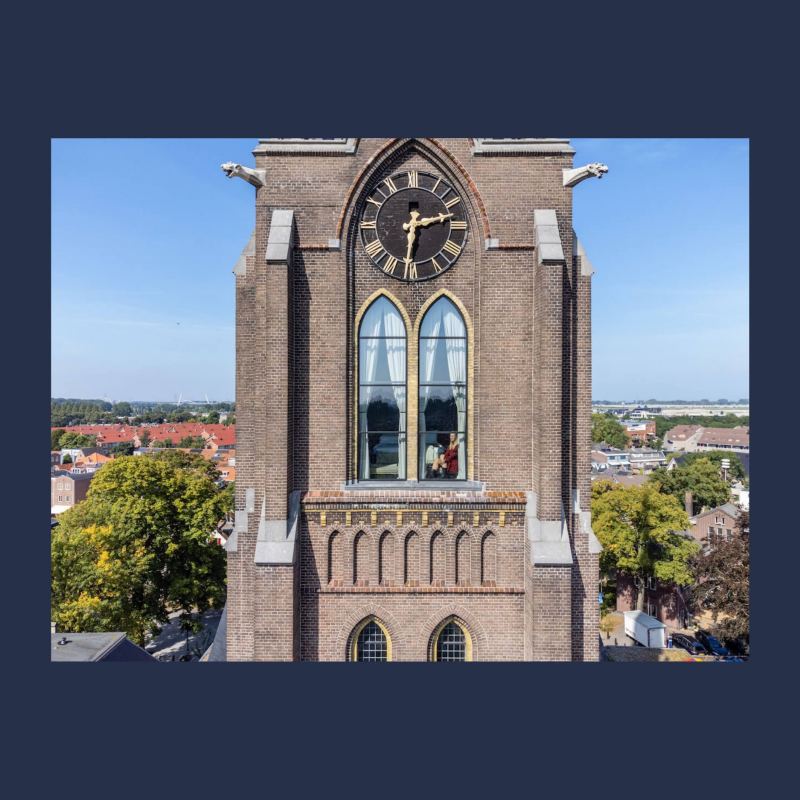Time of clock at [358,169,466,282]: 2:31
